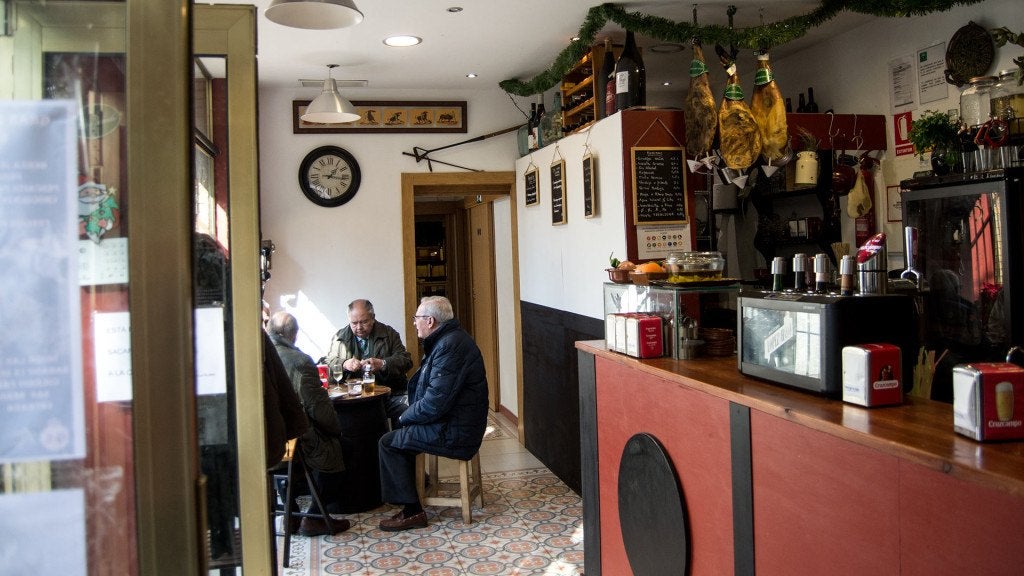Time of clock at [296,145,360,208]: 1:16
